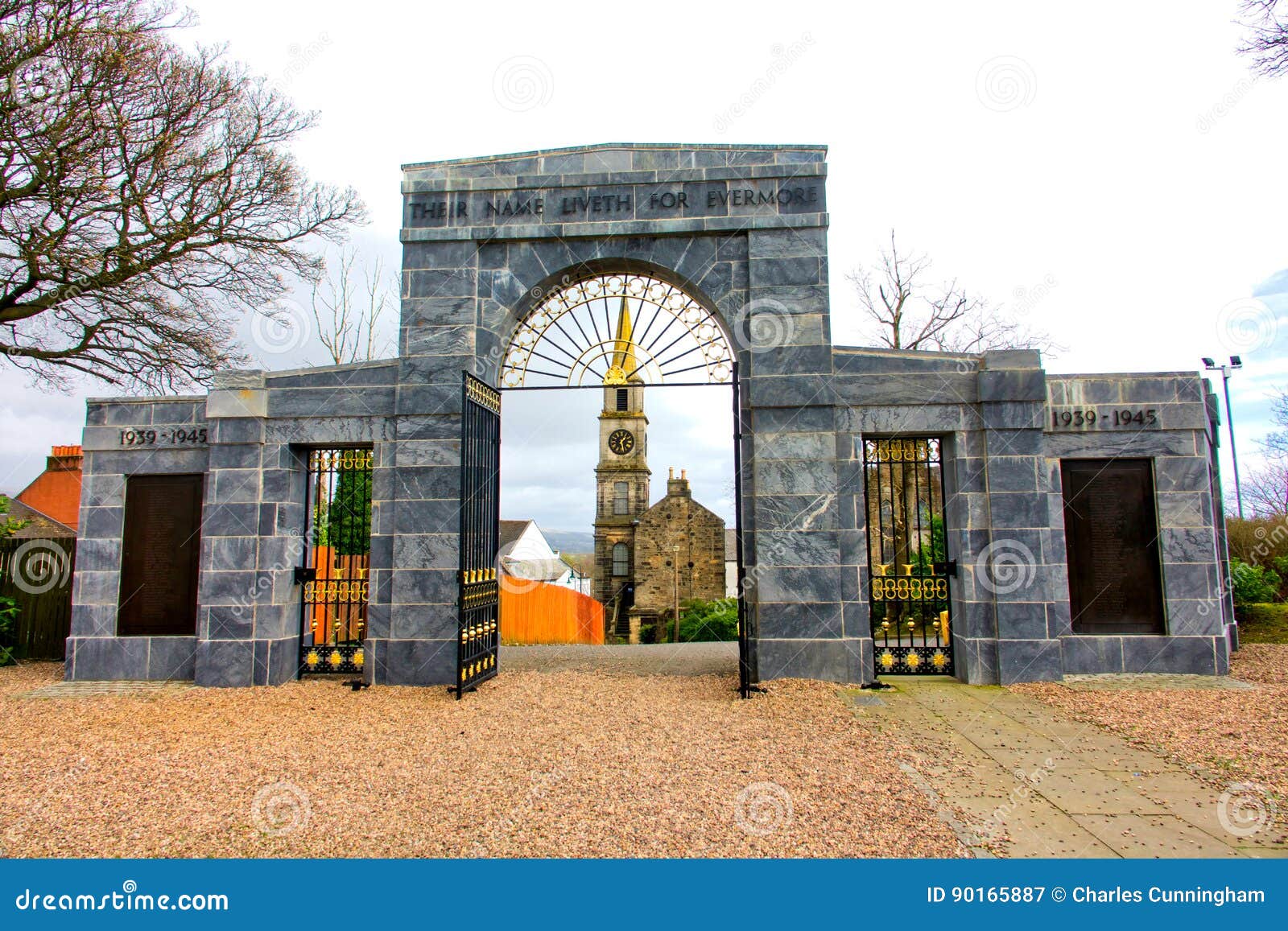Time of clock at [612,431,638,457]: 1:28
